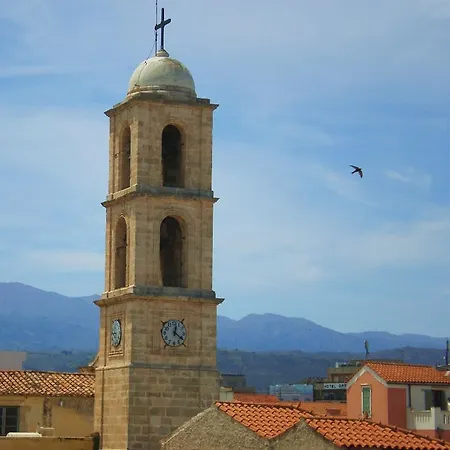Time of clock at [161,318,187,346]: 12:21
